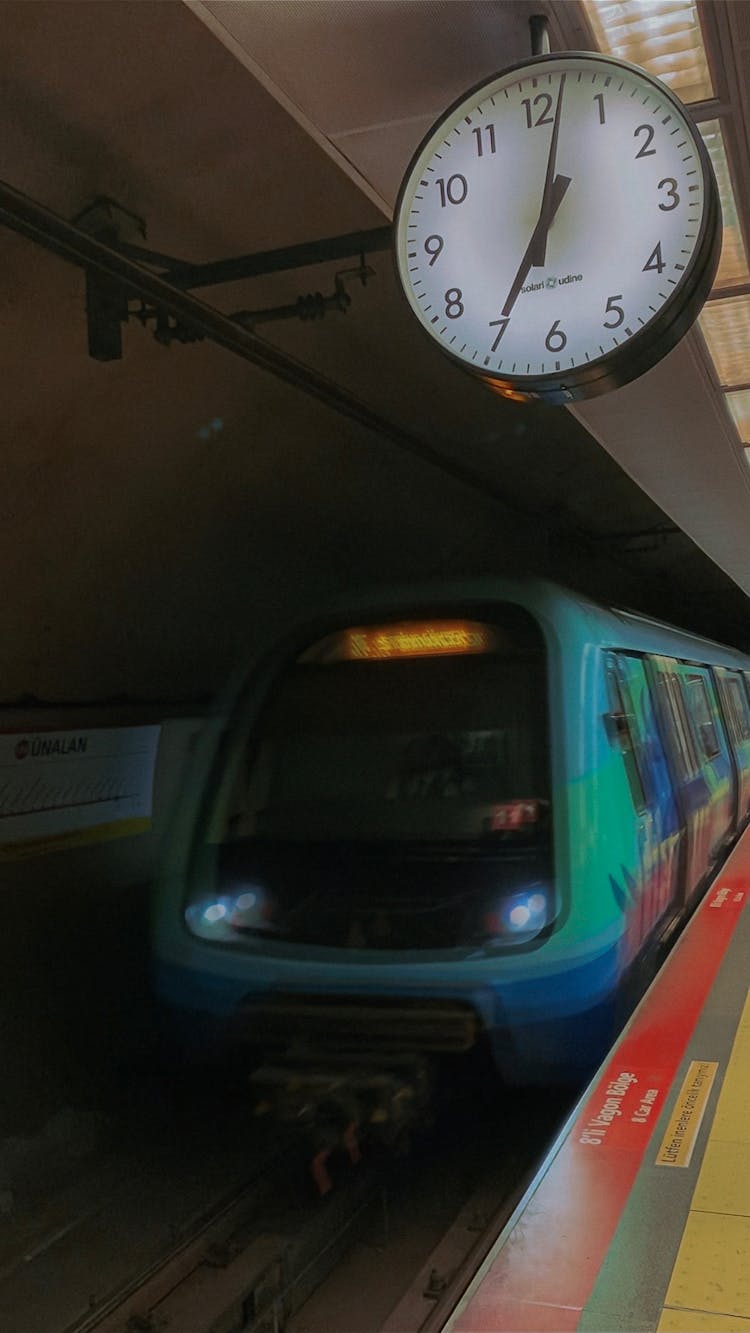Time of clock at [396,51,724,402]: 7:01
